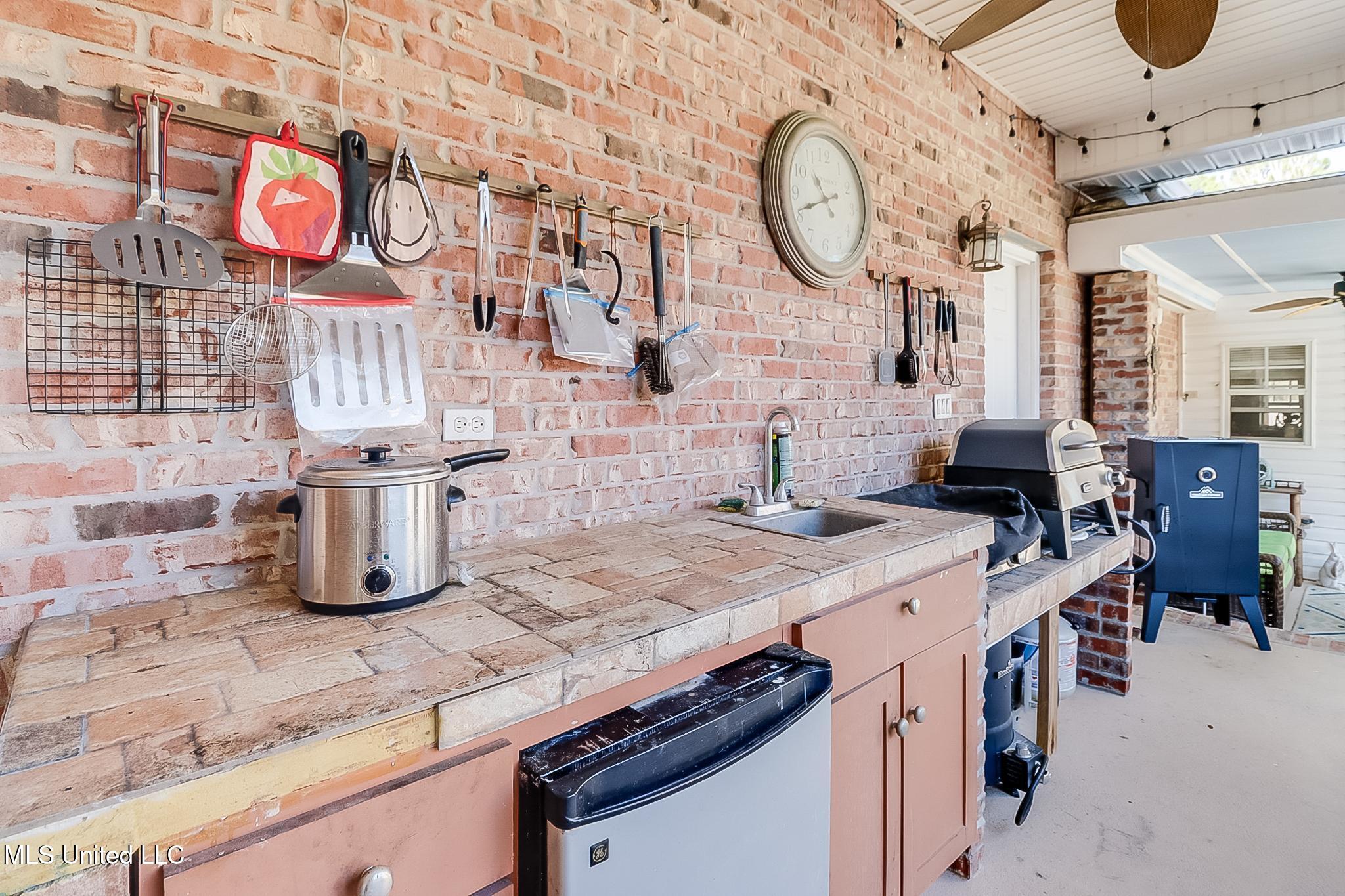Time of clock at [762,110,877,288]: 10:41
